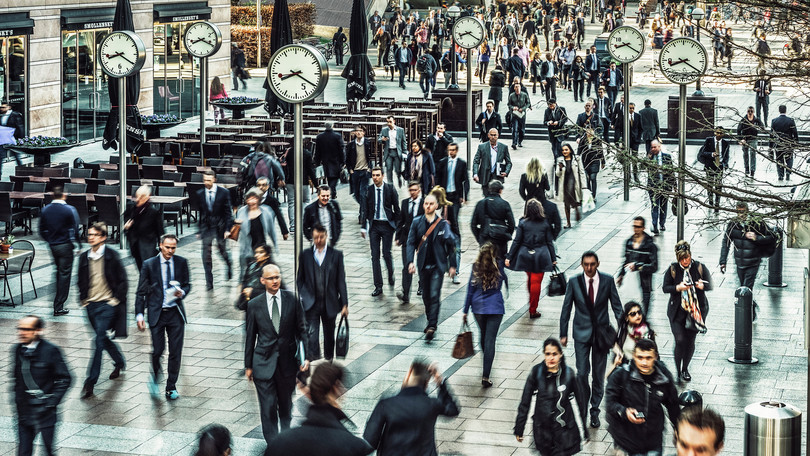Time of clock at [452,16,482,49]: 8:20
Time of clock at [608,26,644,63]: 8:20
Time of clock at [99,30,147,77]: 8:20
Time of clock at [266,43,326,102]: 8:20
